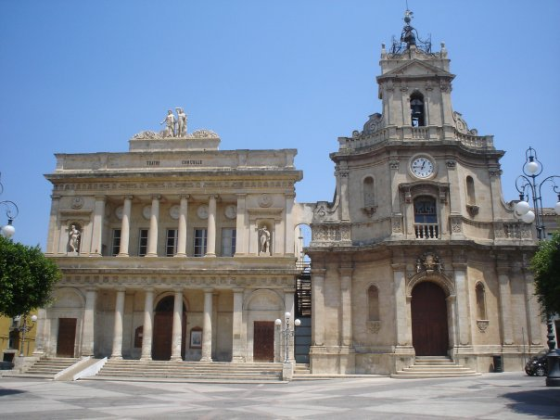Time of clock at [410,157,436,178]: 12:45
